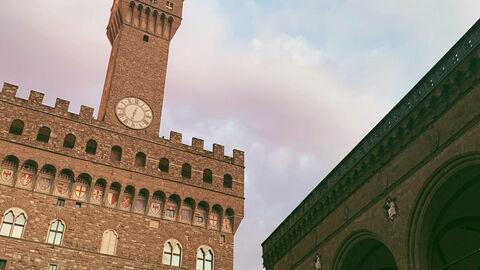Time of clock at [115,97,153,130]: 12:32
